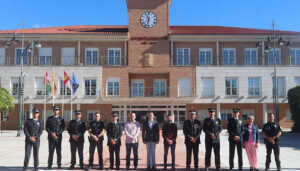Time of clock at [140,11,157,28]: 11:32
